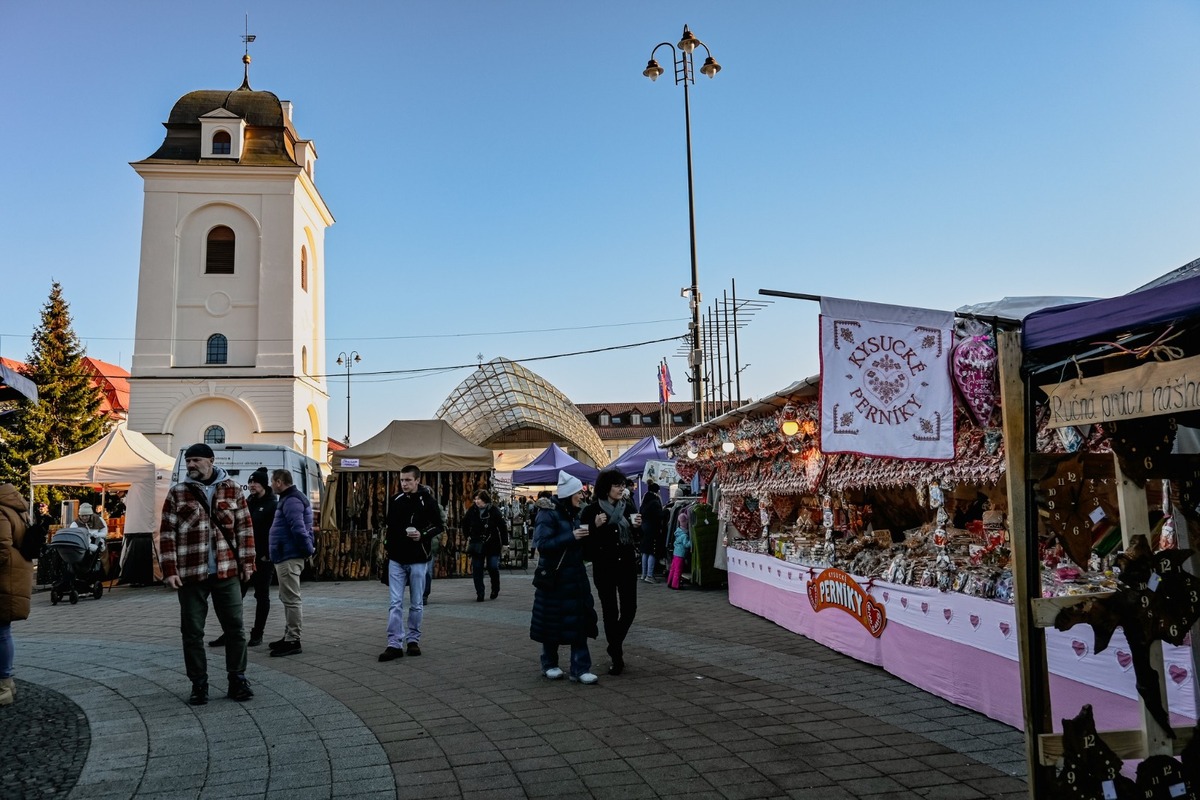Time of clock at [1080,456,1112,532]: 12:05
